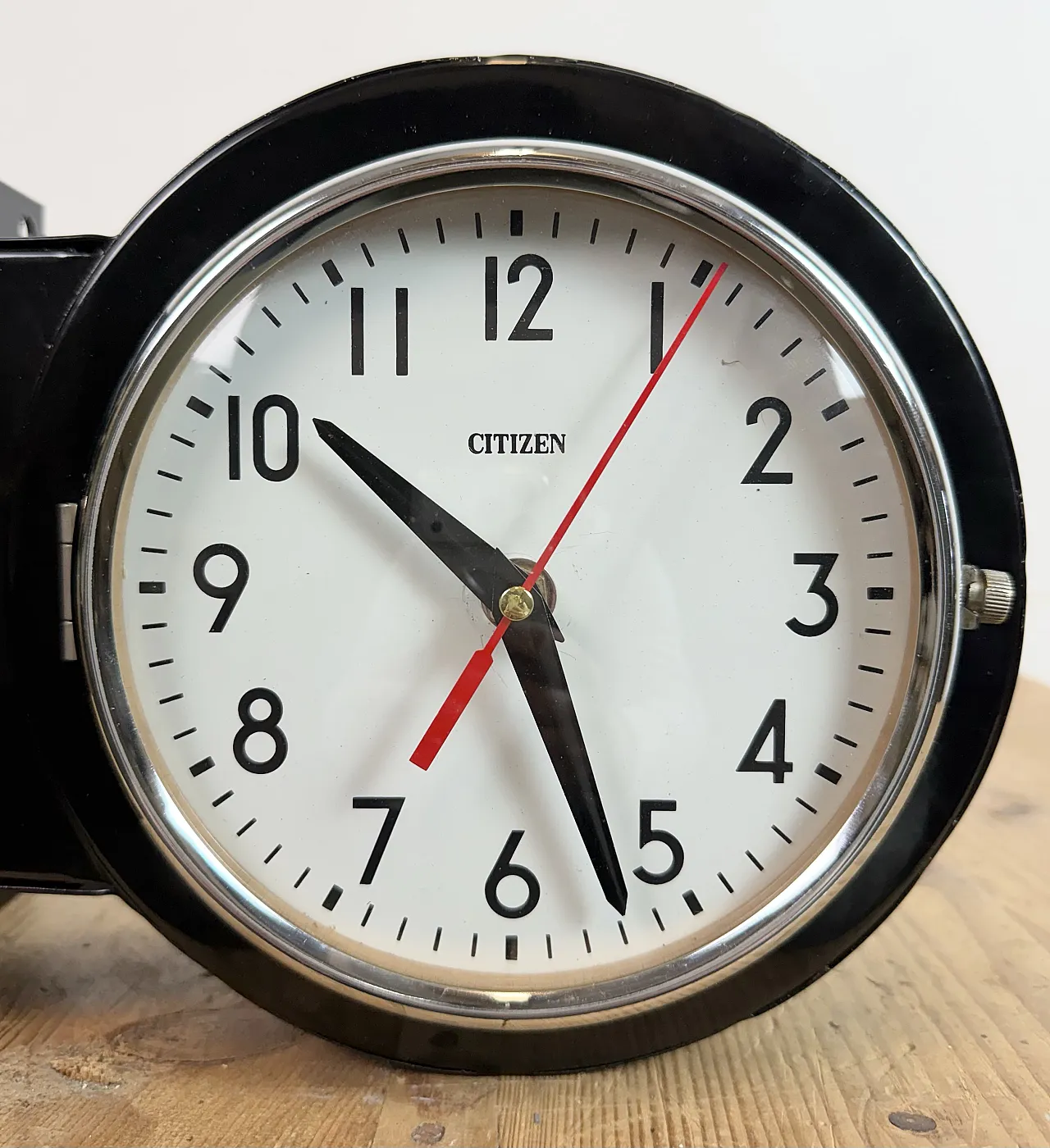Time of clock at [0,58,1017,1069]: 10:26
